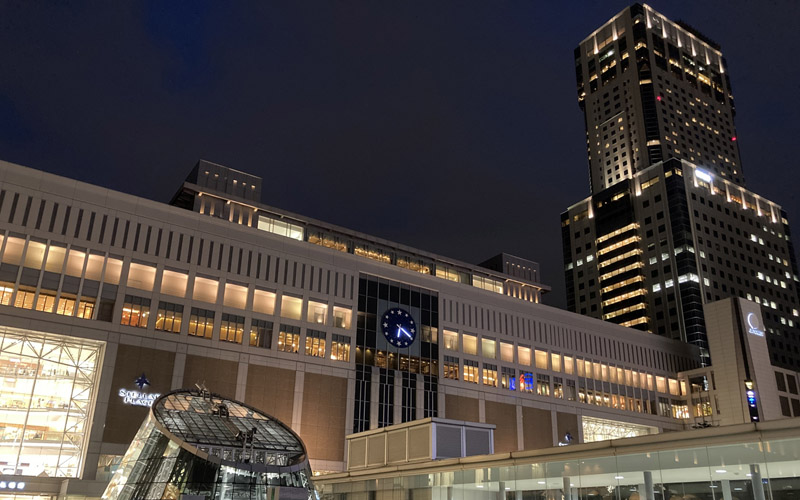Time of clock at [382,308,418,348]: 6:19
